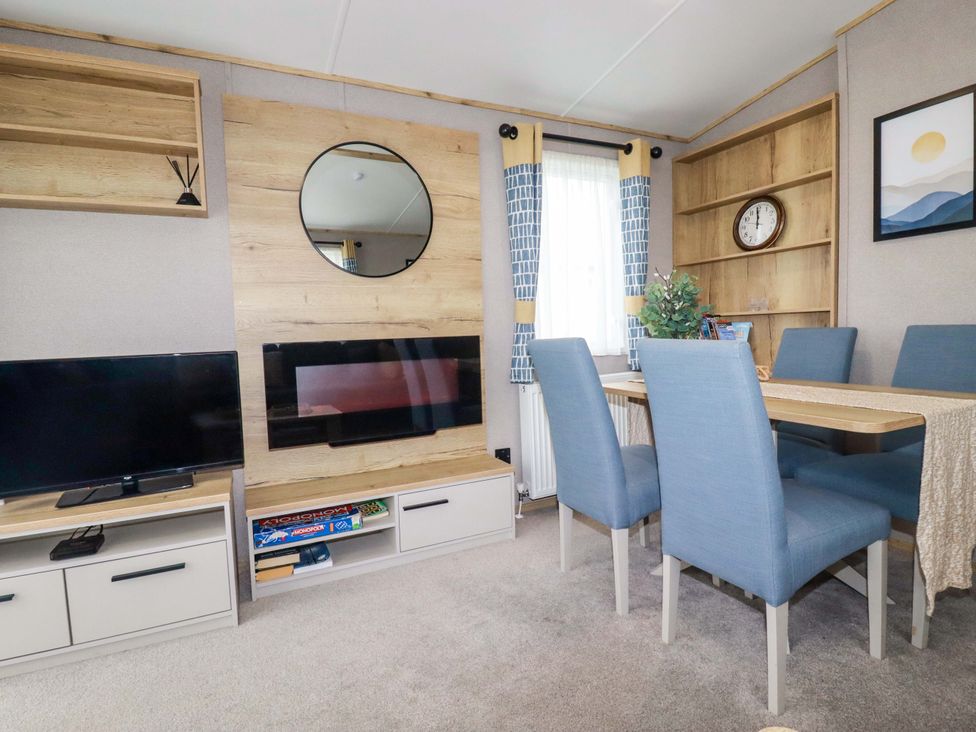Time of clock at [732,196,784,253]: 11:59
